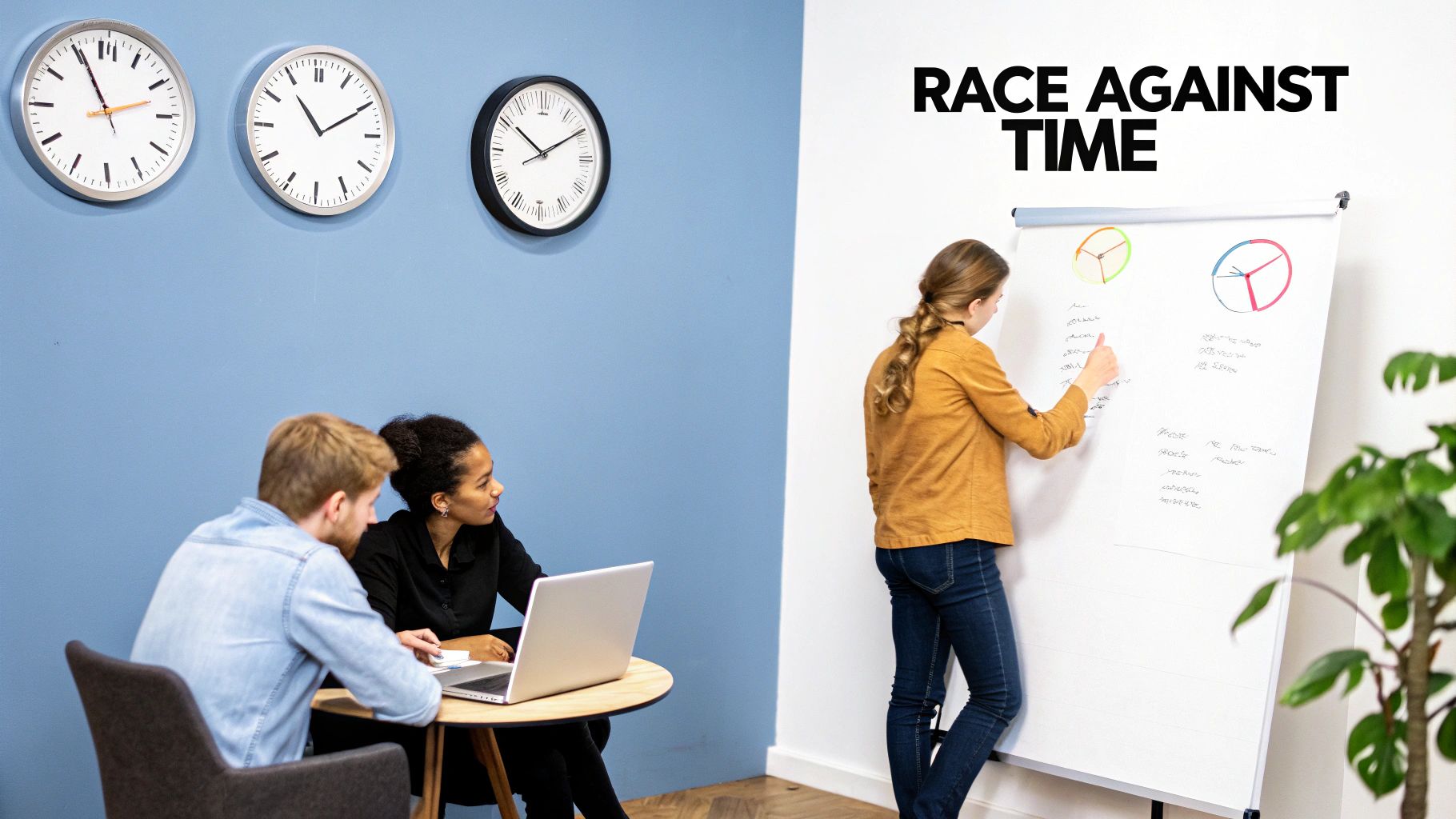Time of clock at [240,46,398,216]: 11:10
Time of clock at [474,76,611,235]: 10:09
